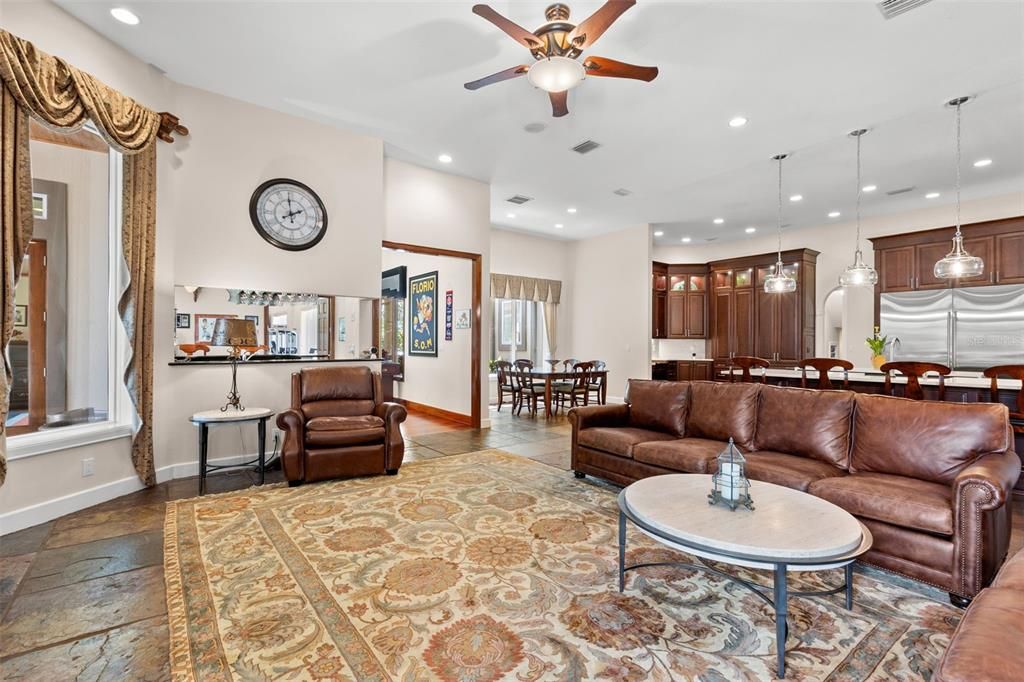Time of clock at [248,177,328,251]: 1:59
